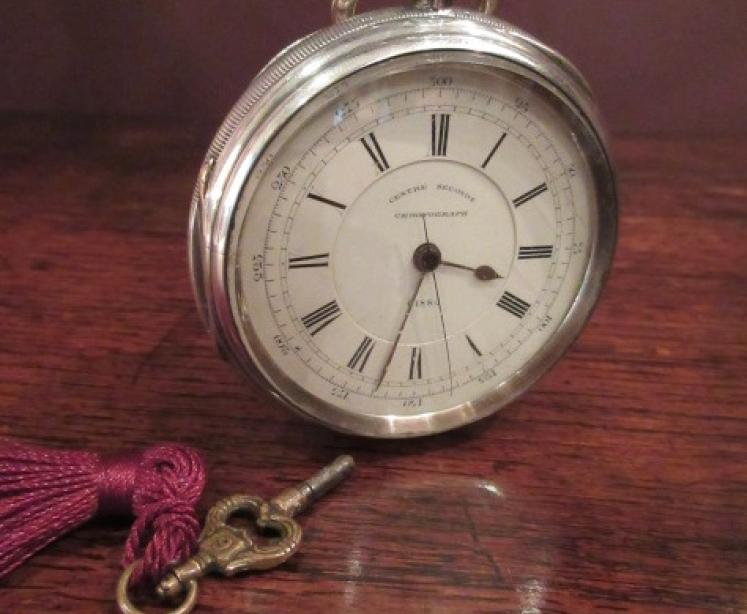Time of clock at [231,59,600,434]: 3:32
